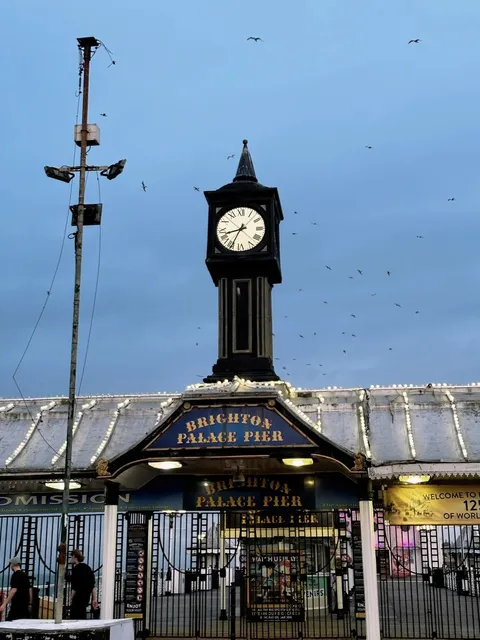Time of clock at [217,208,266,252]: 8:34
